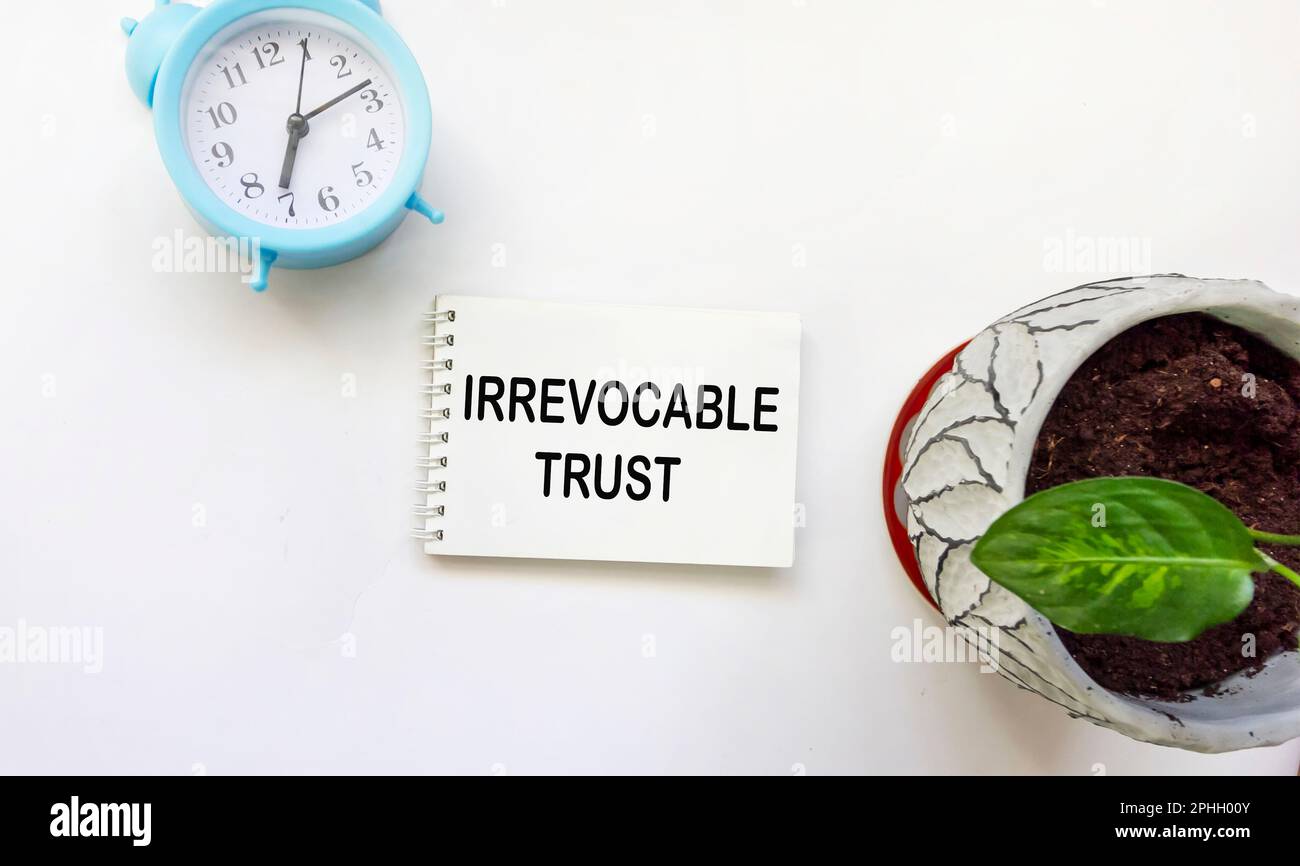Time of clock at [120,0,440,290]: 7:13
